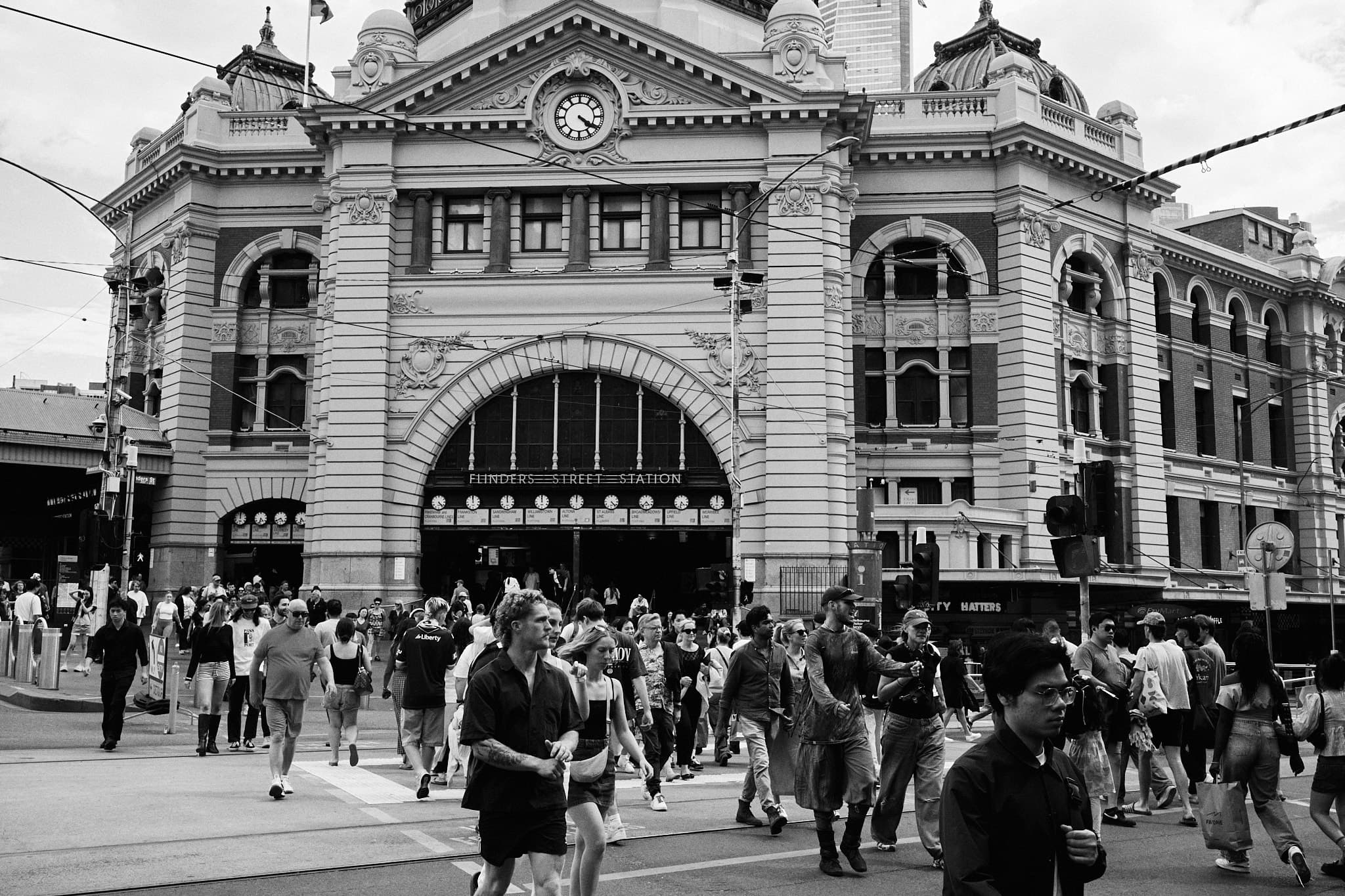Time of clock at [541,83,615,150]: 4:20
